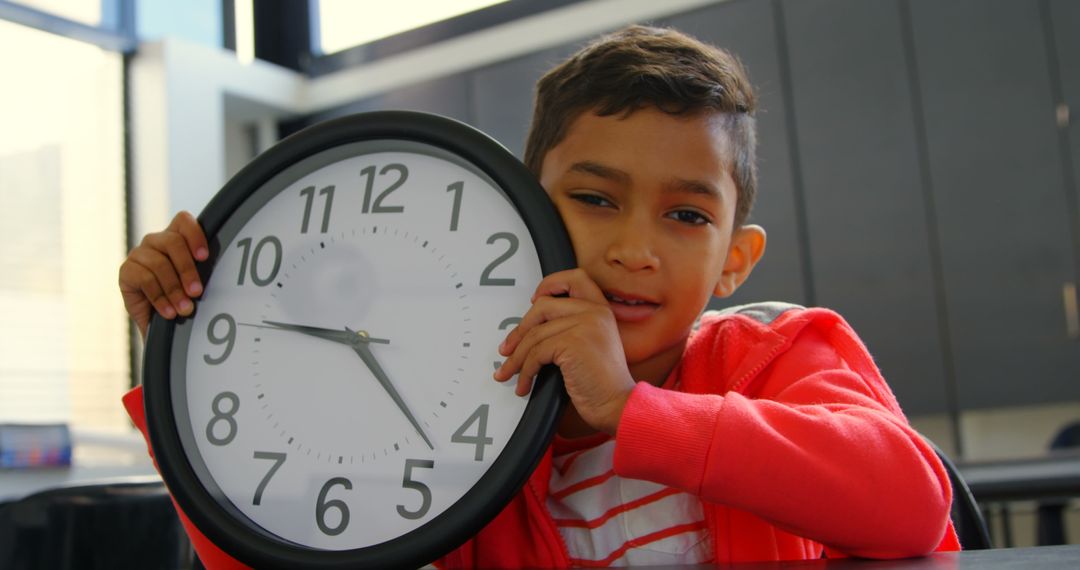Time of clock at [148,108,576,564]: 9:22
